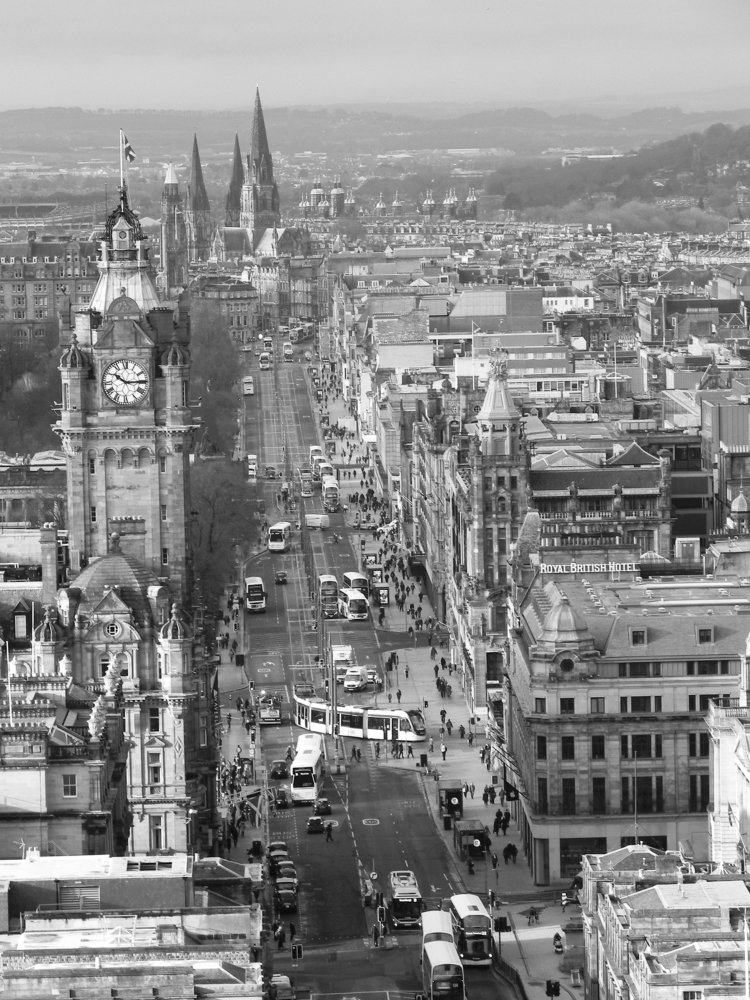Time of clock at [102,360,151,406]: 10:14
